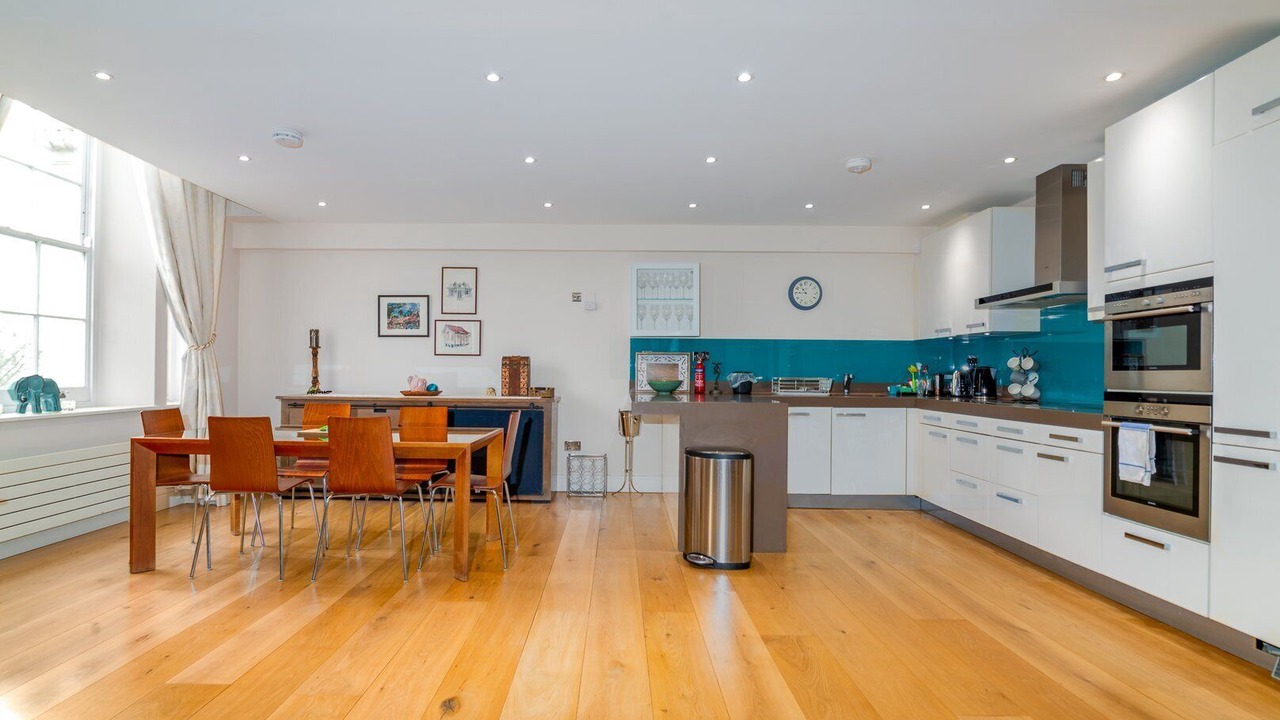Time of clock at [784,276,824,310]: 10:45
